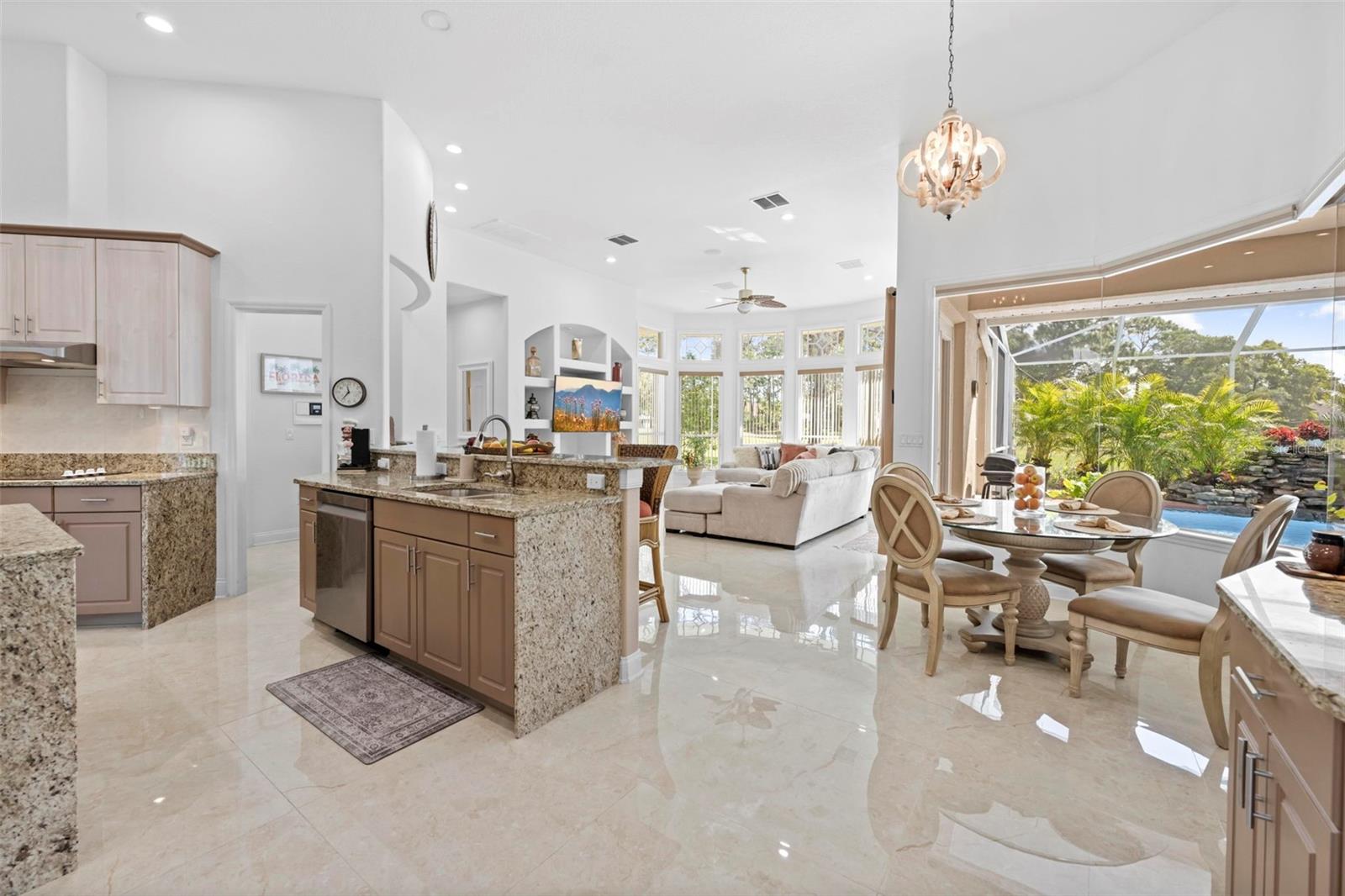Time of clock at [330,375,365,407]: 11:36
